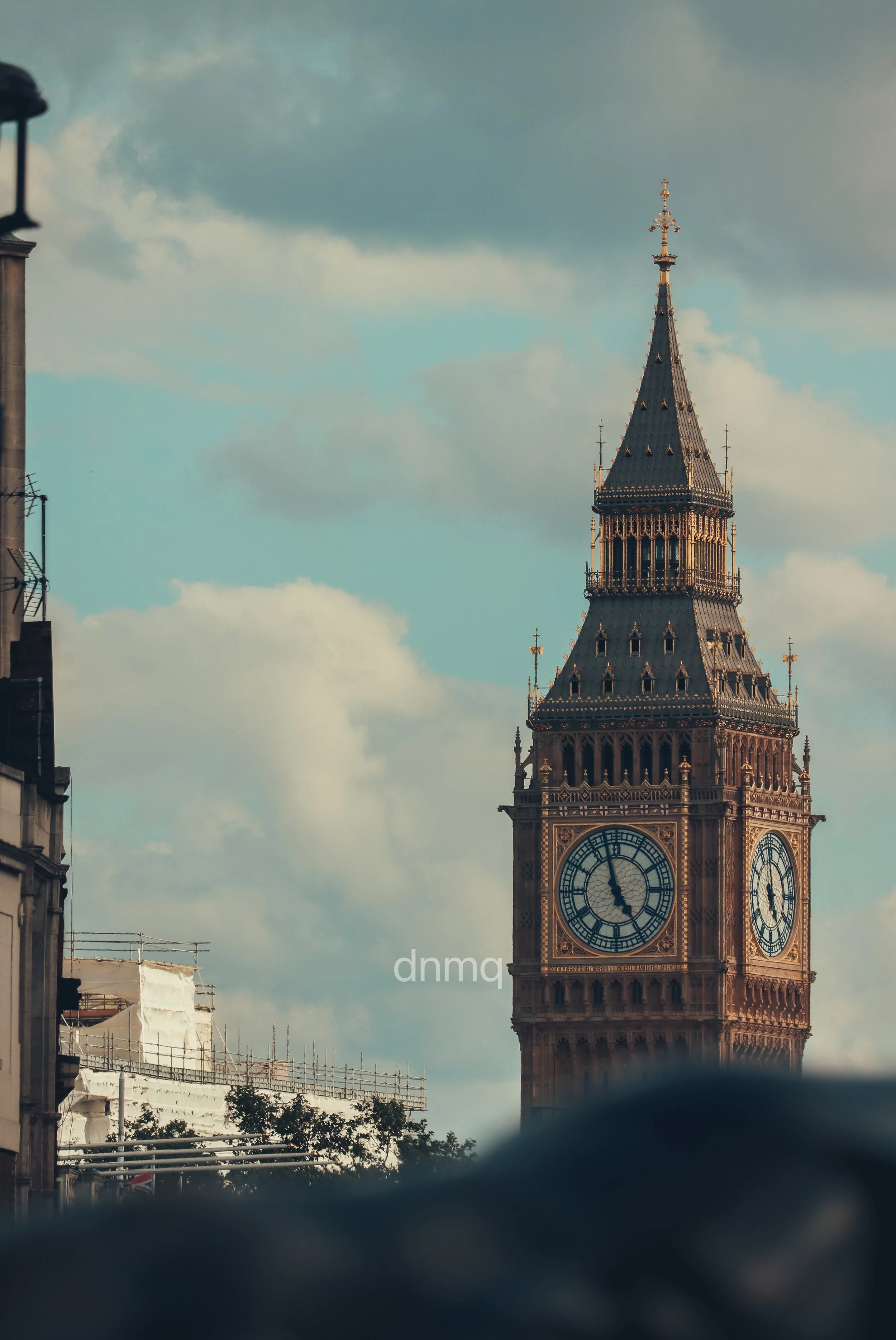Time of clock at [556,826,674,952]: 4:57
